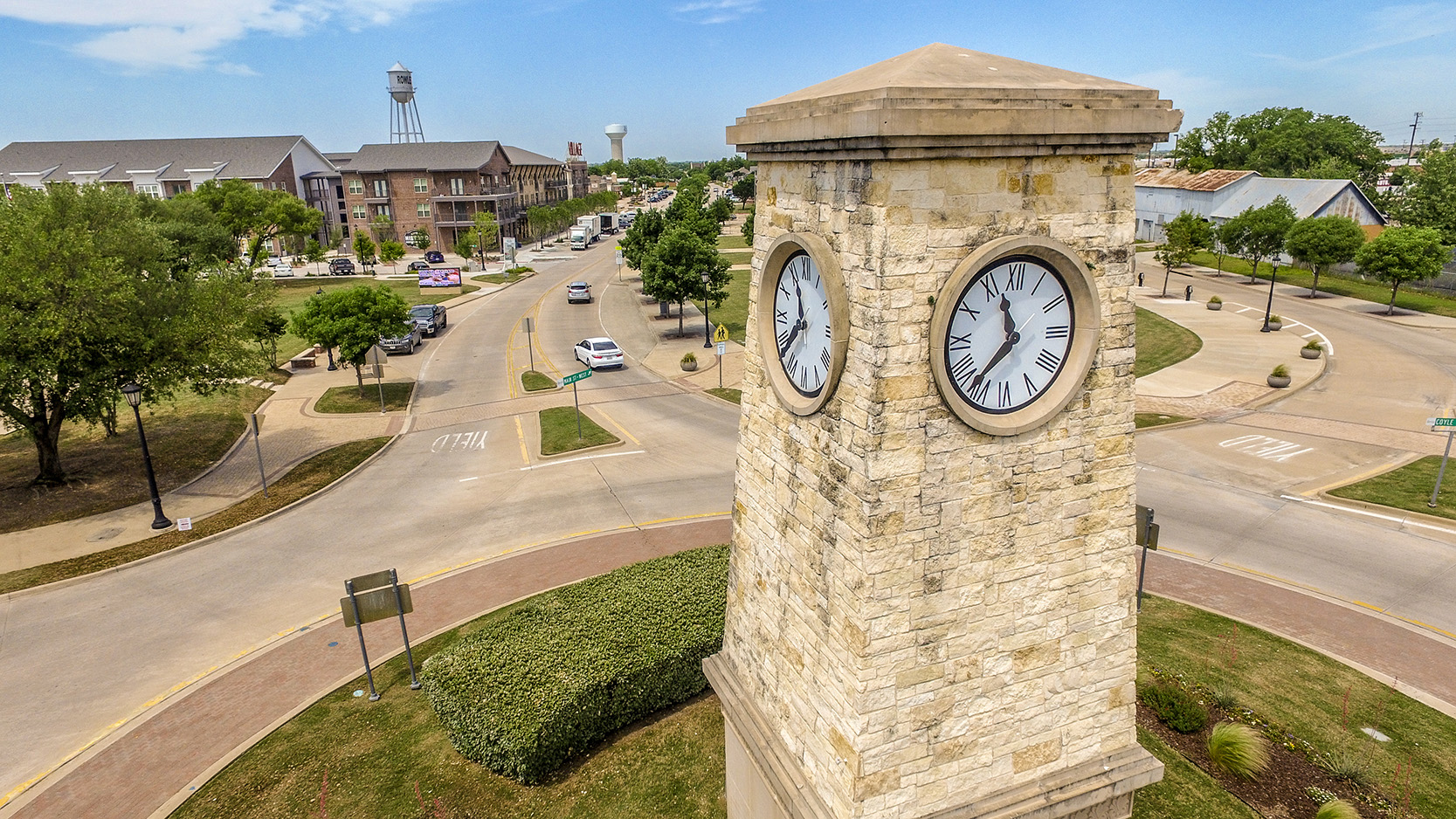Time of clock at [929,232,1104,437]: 11:36
